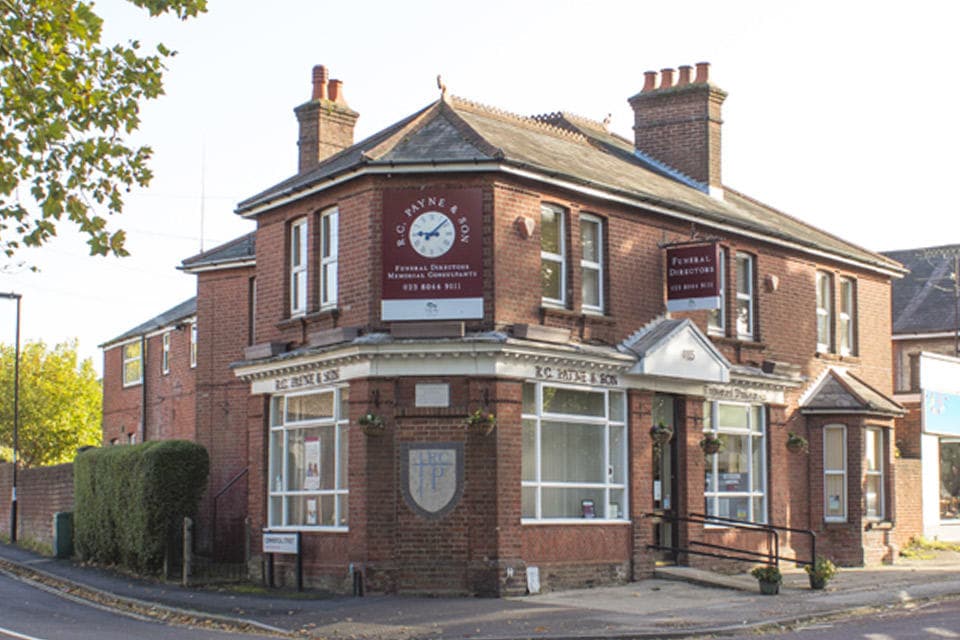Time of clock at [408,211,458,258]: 9:08
